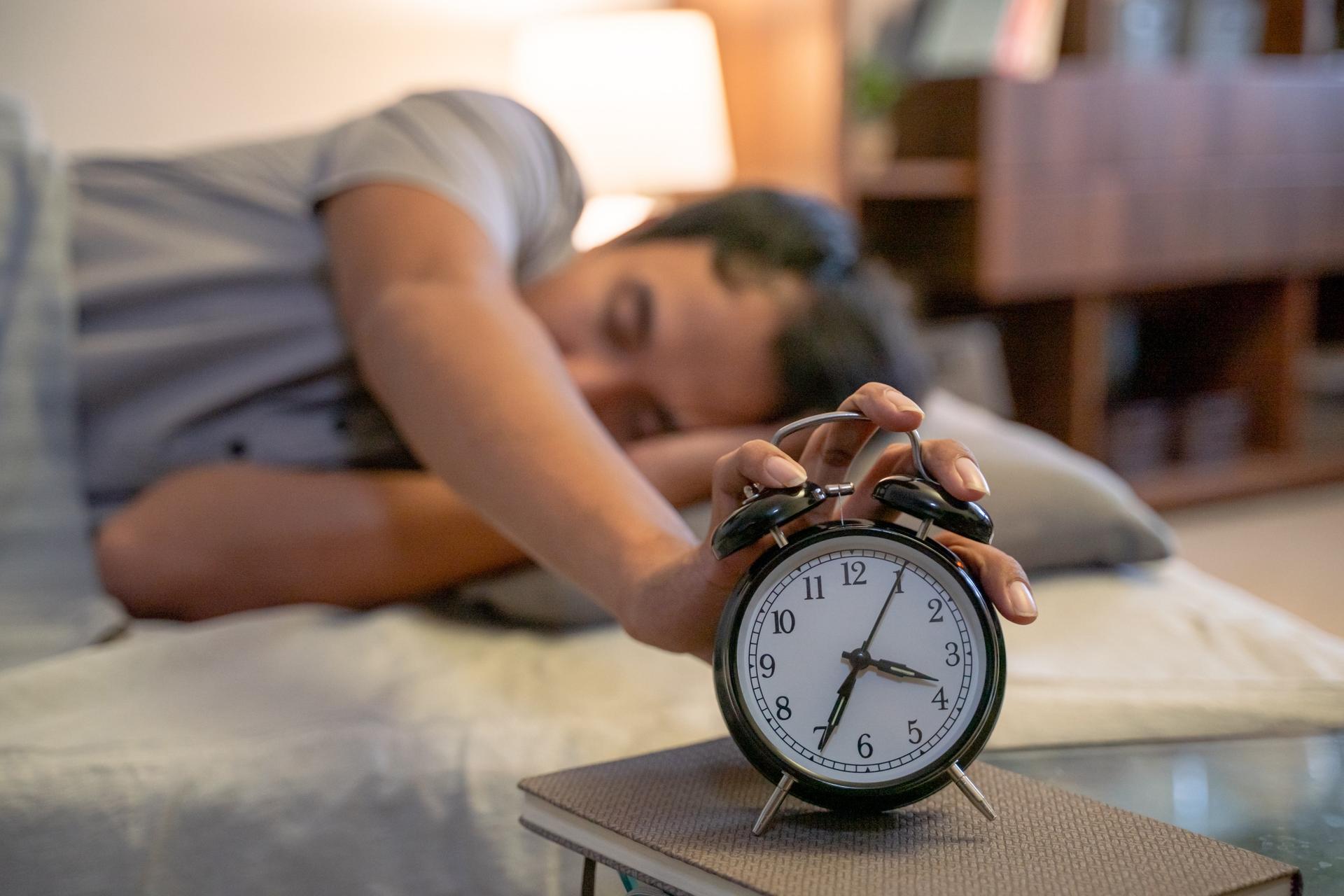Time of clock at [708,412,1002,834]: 3:34
